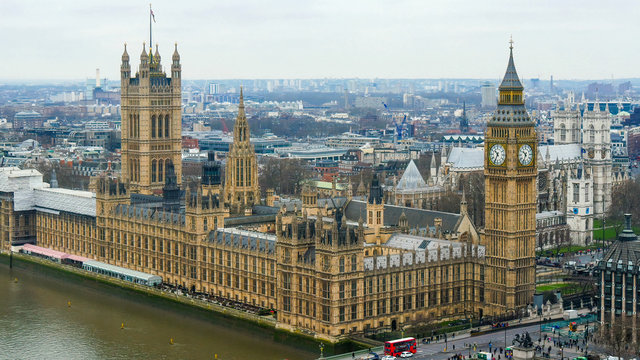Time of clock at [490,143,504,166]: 10:34
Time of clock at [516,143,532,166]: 10:34
